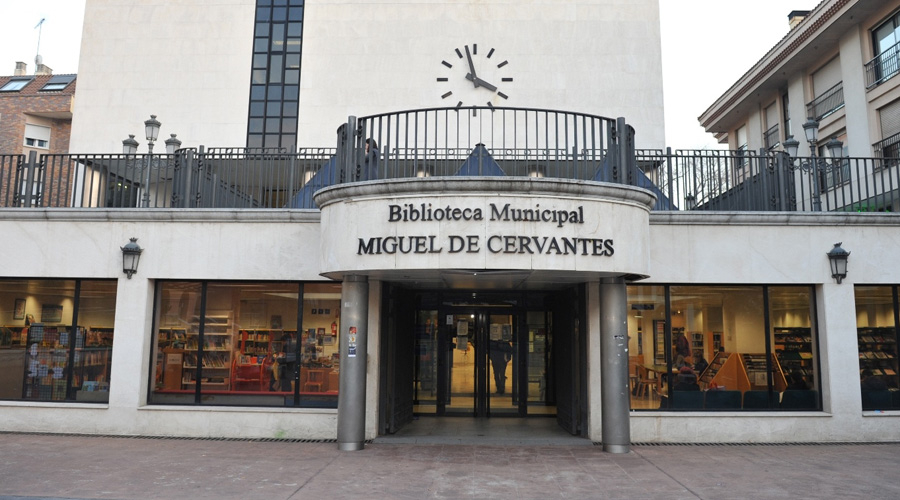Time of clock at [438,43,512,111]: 3:57
